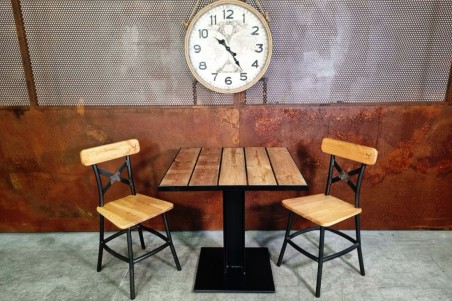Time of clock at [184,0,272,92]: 10:24
